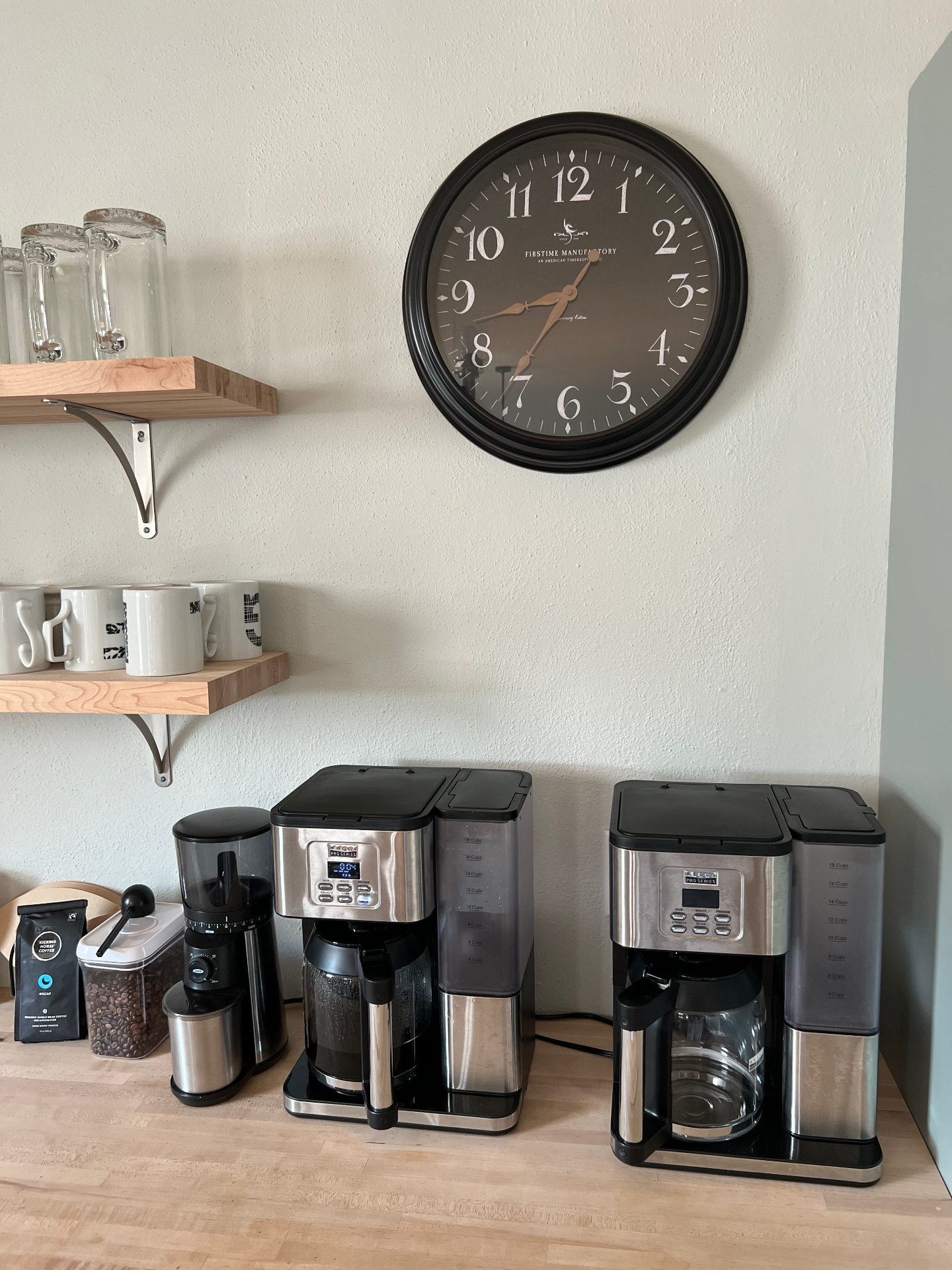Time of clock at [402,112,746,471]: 8:36
